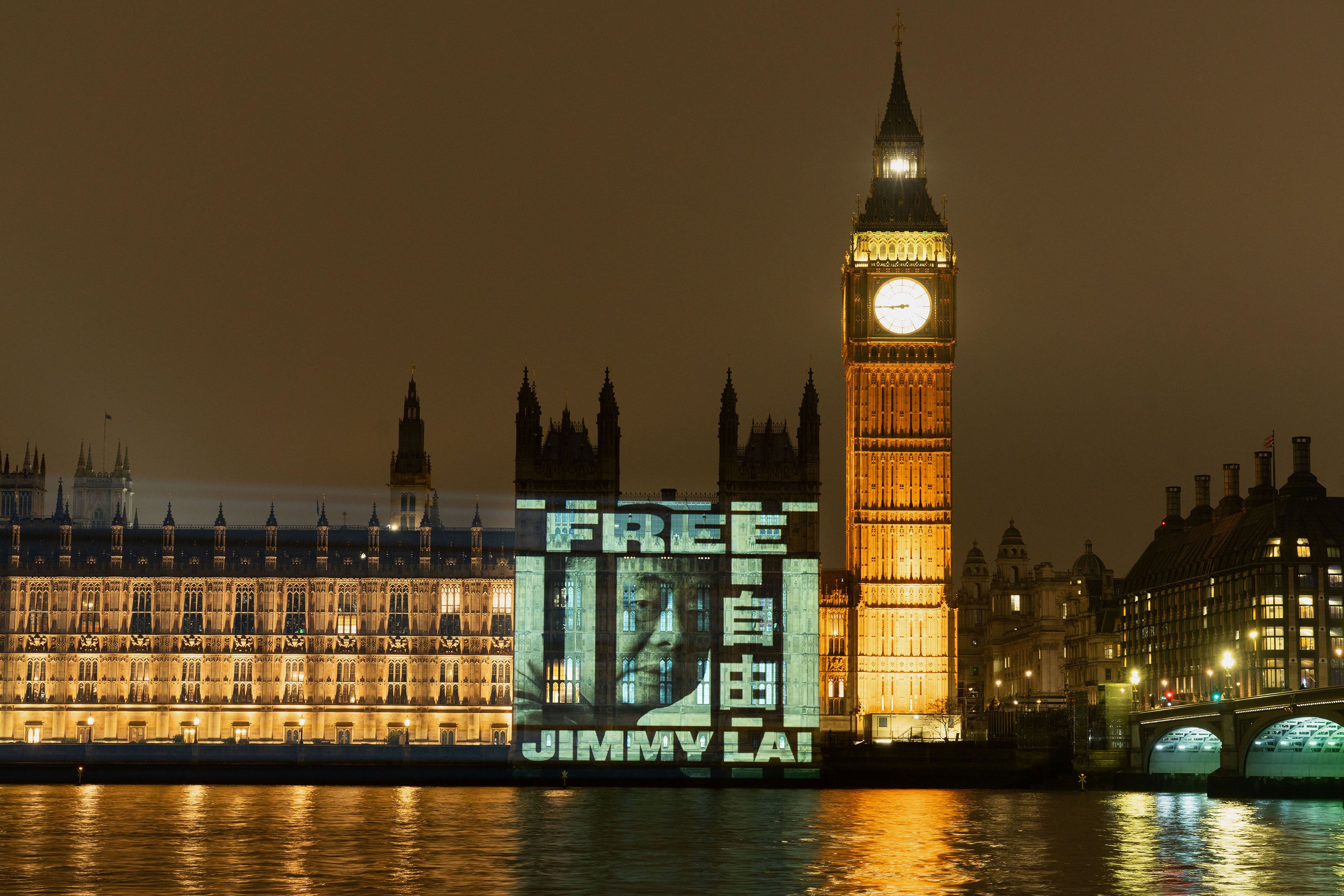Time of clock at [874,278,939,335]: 8:44
